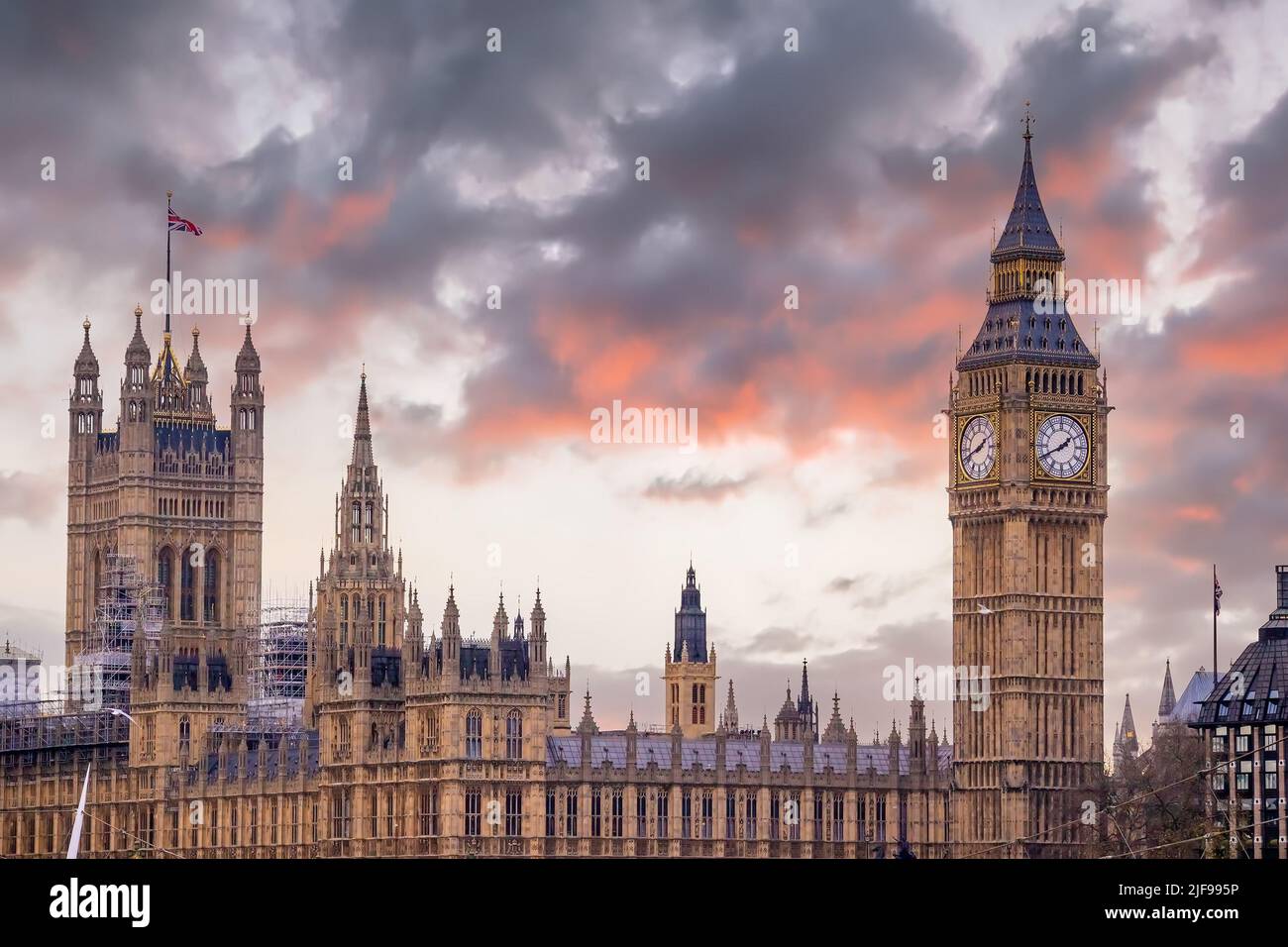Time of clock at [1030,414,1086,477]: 1:41
